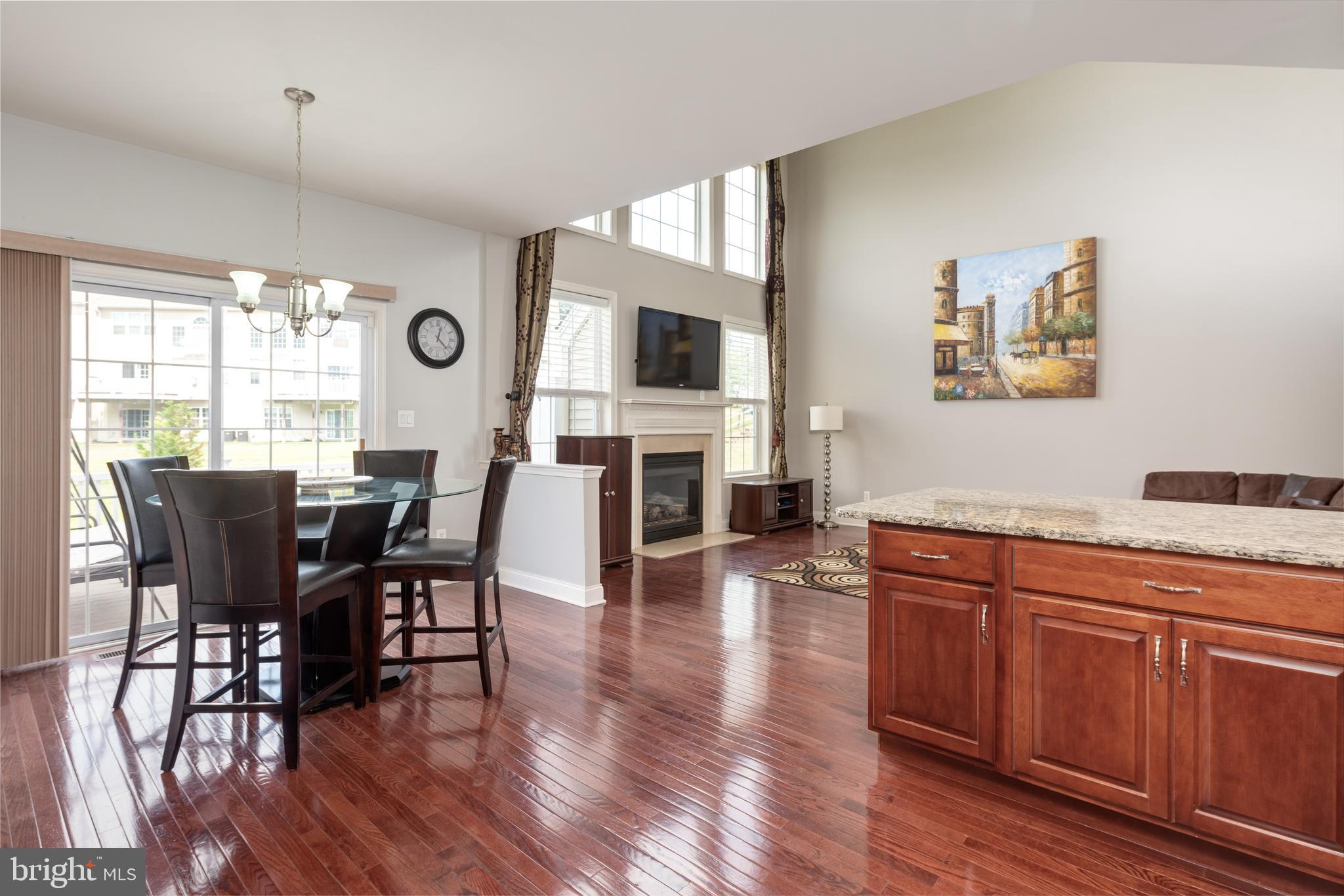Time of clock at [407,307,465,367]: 12:22
